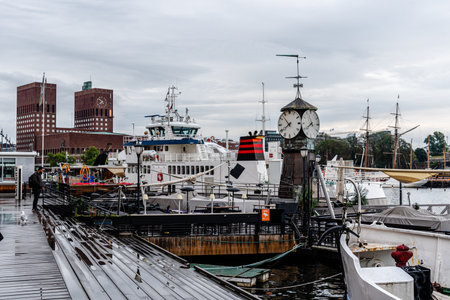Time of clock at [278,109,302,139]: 7:52
